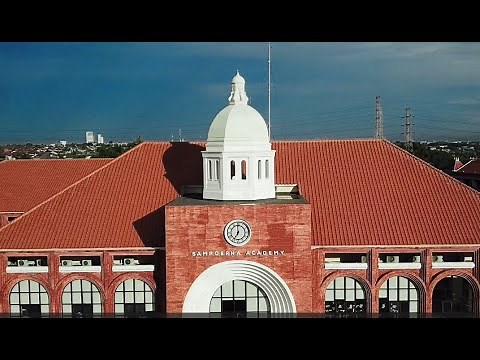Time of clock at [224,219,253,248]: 6:59
